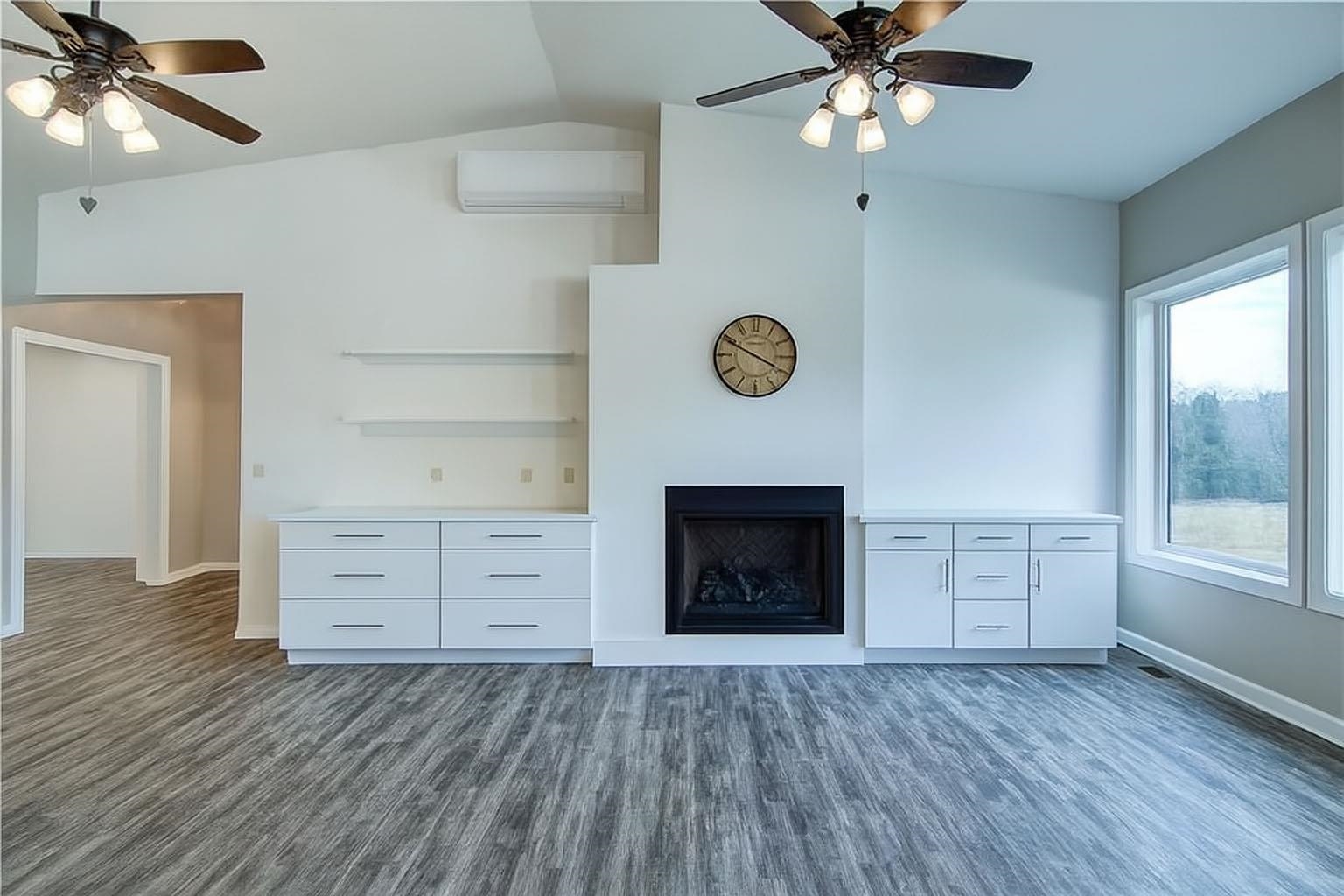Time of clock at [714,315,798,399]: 3:49
